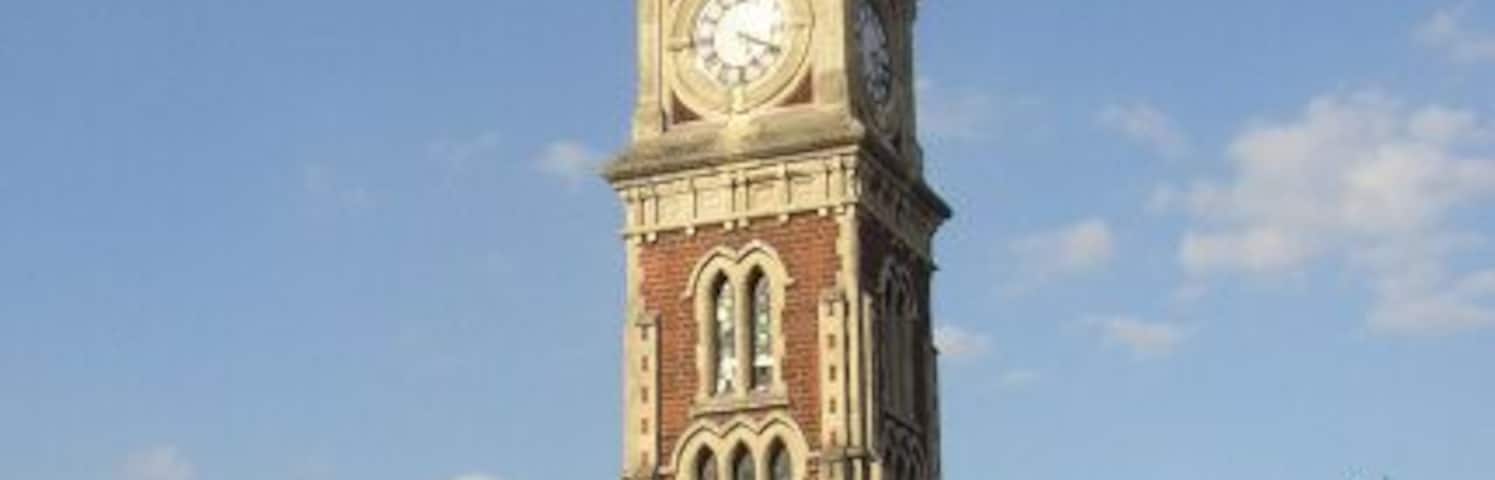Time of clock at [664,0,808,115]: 5:19
